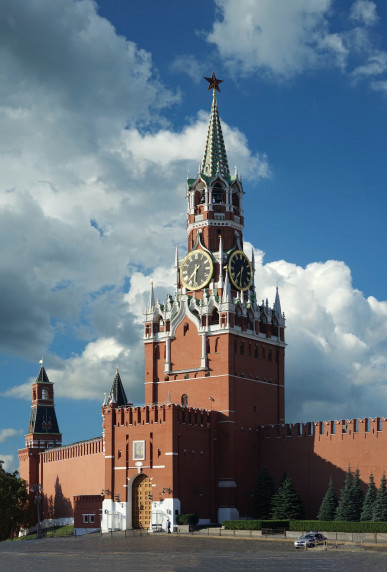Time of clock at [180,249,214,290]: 7:30
